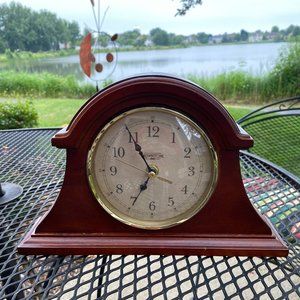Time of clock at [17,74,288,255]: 6:55
